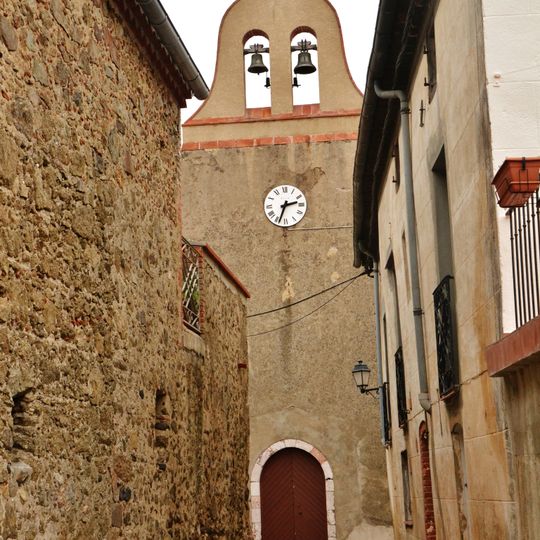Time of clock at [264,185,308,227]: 2:33
